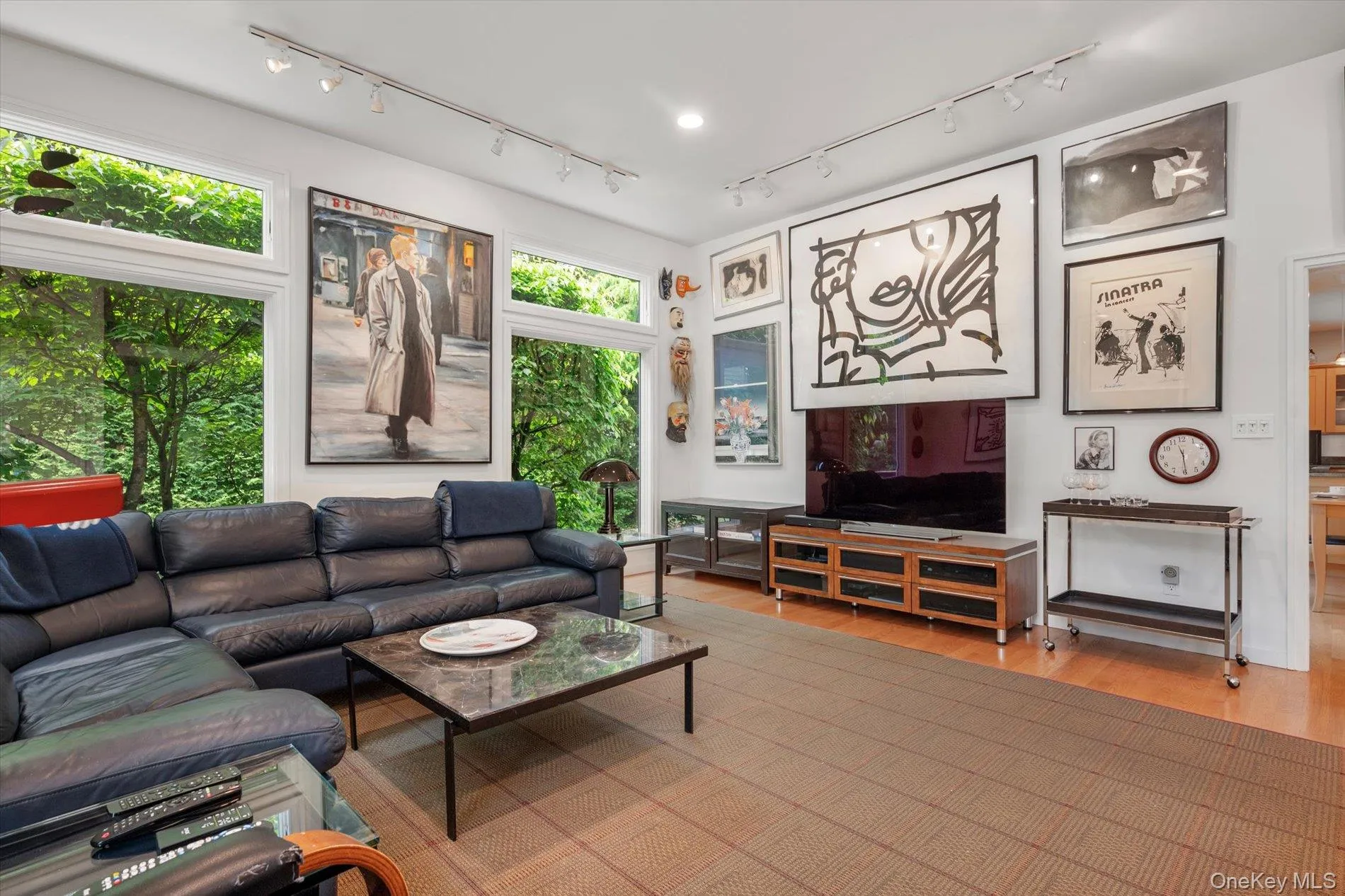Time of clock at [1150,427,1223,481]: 11:29
